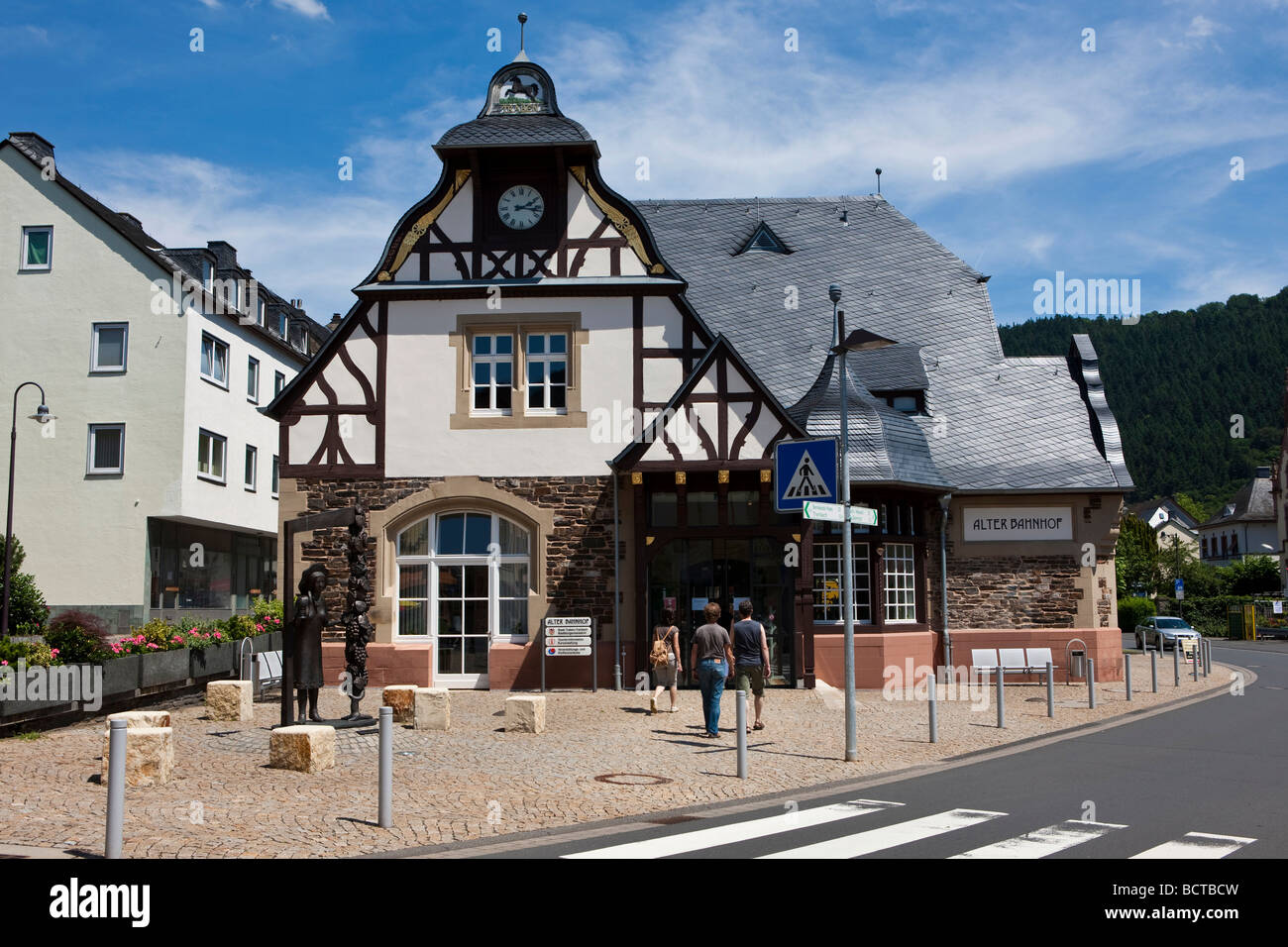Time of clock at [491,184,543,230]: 2:16
